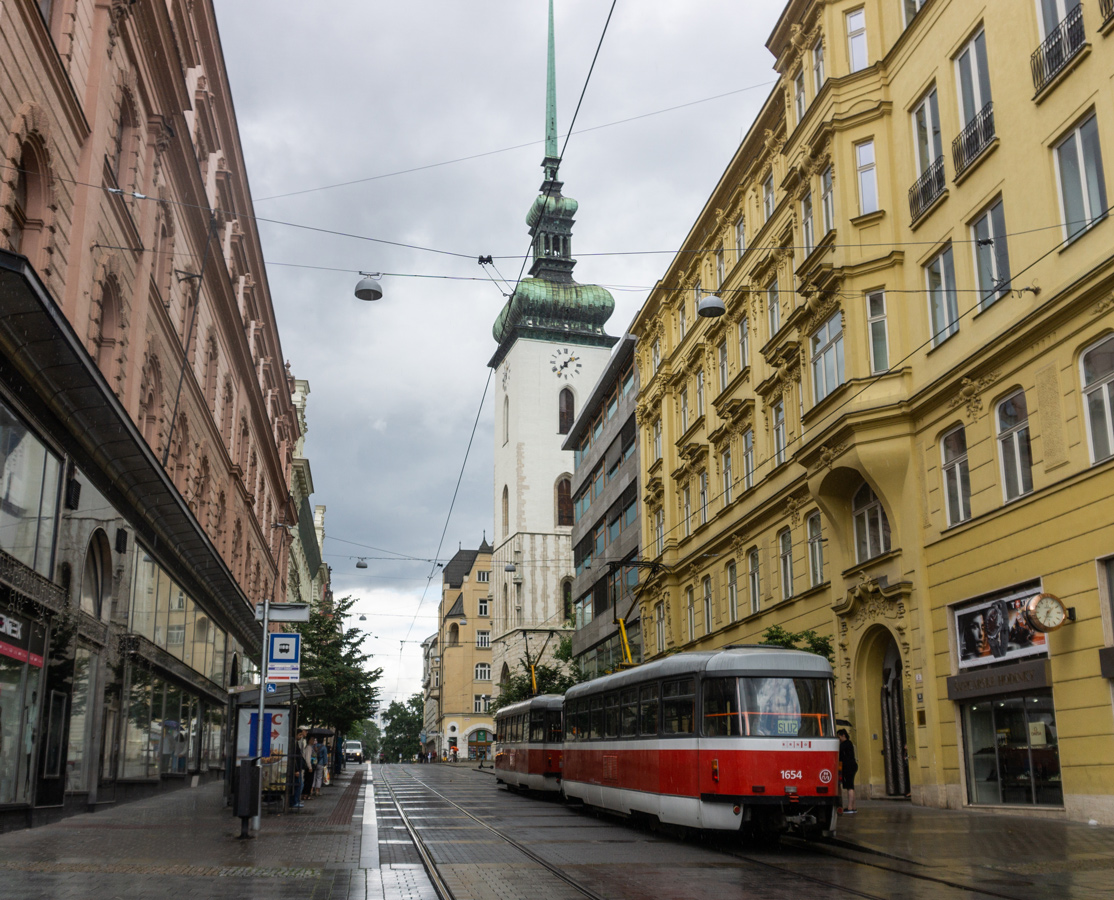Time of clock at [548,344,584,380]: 1:36
